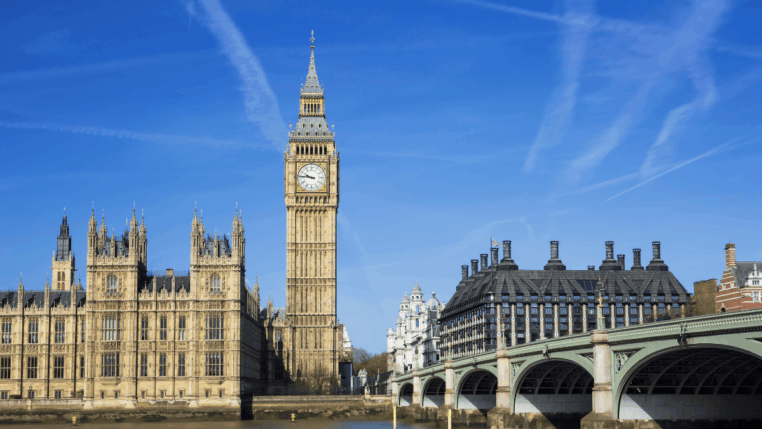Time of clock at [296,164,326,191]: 9:45
